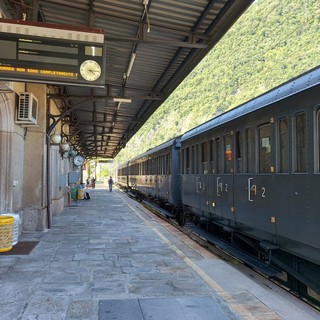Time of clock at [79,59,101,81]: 4:14
